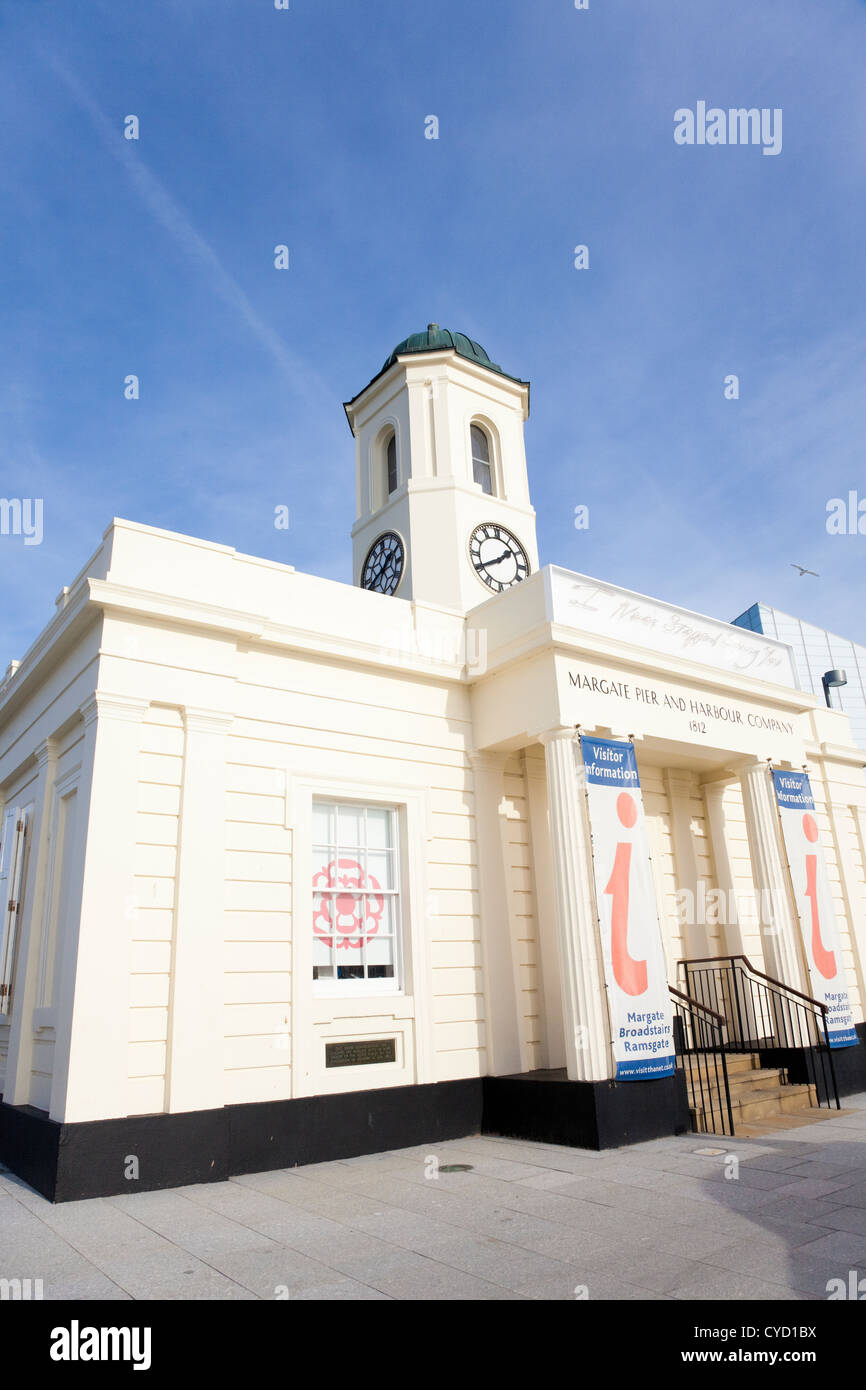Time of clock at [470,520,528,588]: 1:40
